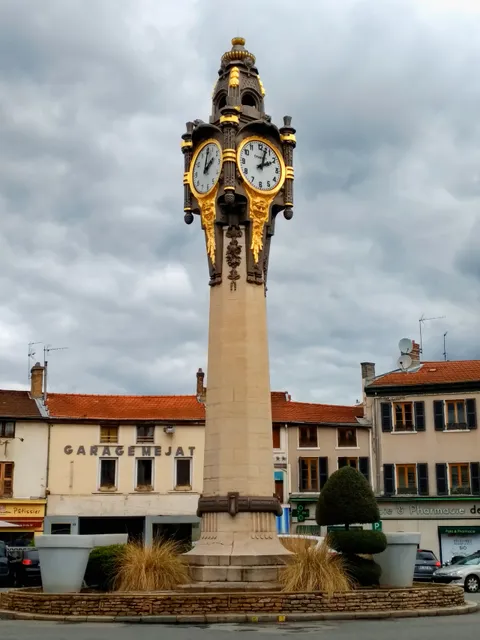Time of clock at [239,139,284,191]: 2:03
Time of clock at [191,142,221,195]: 2:01
